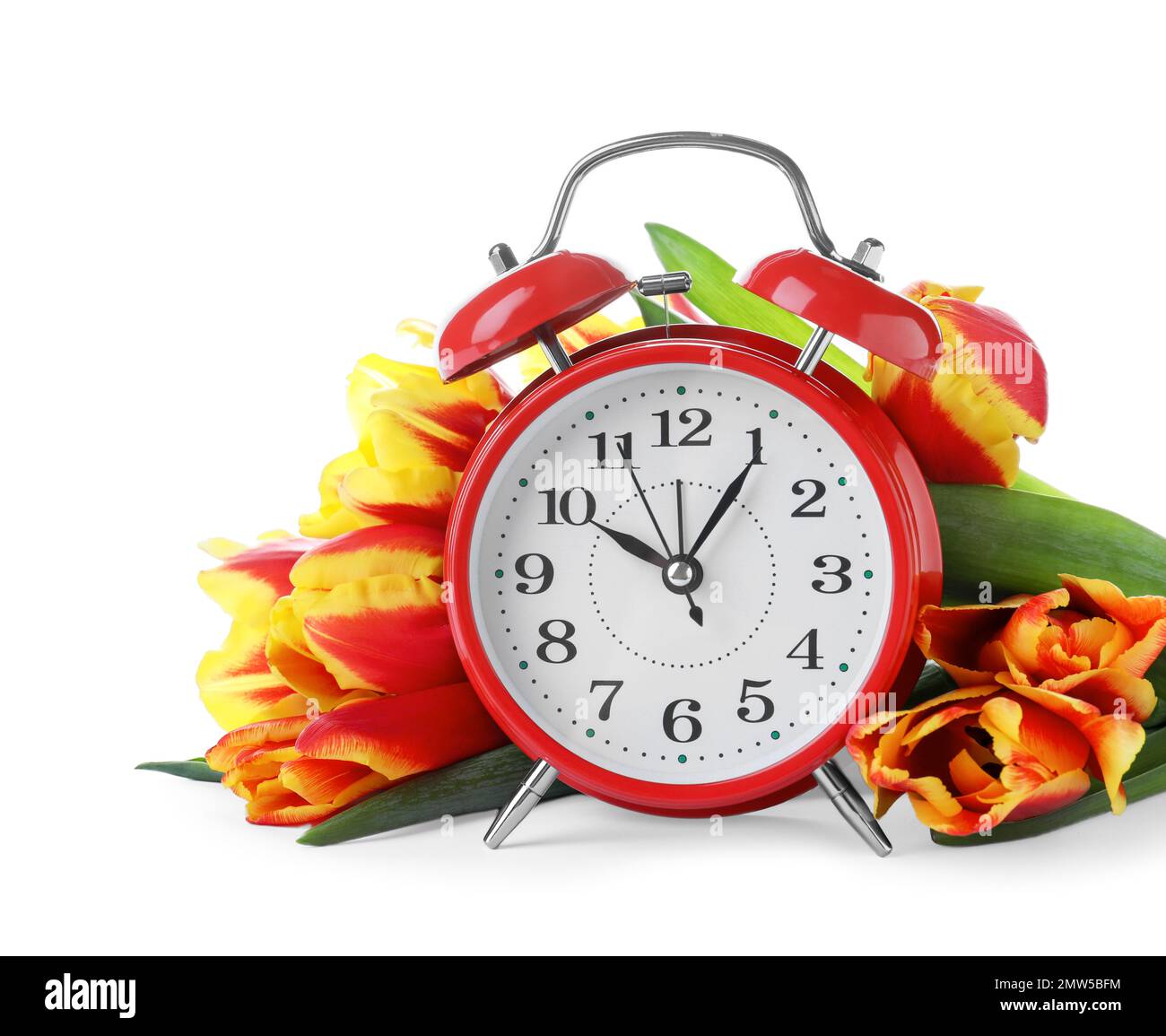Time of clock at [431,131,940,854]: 10:05
